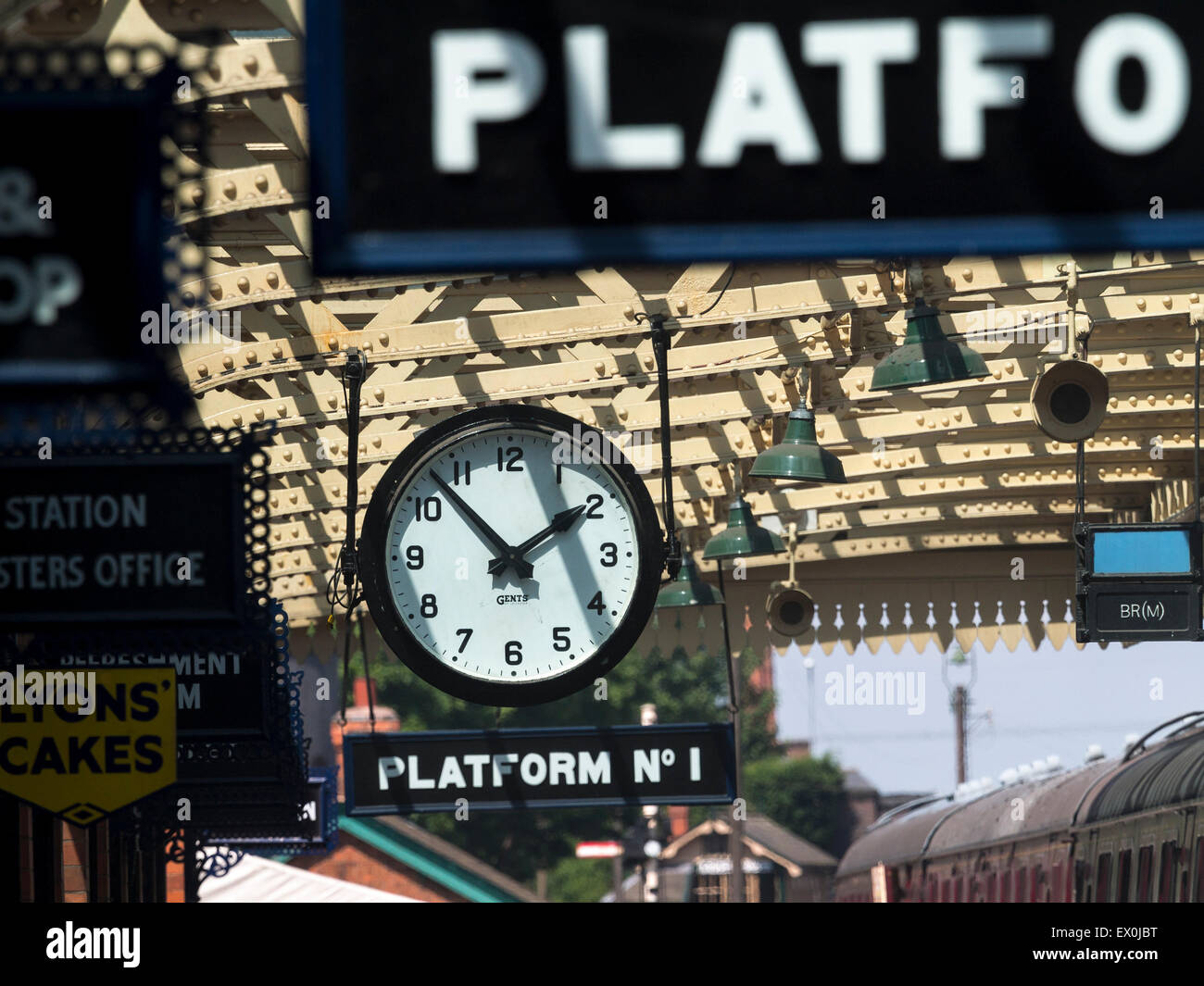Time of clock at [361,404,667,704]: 1:53
